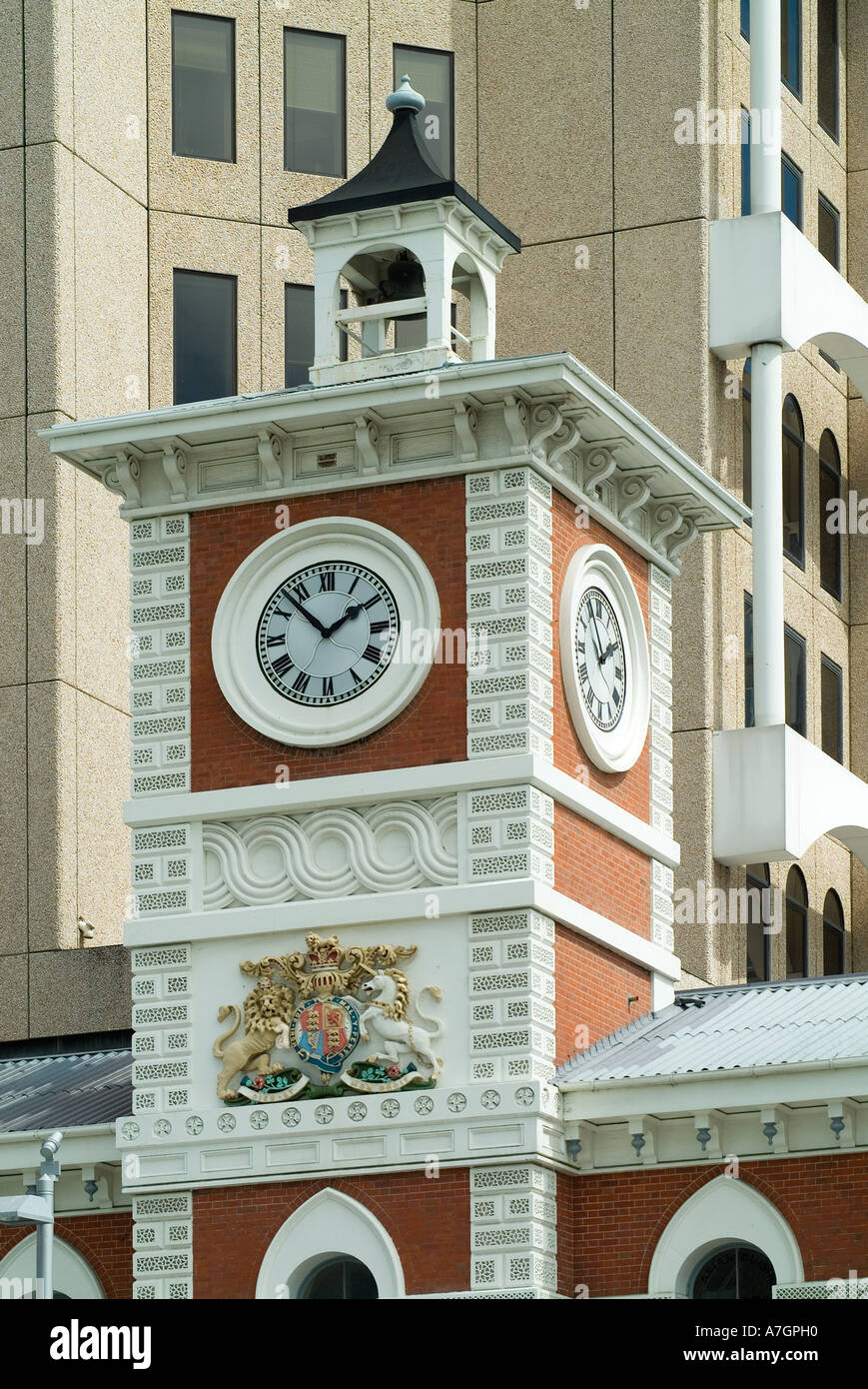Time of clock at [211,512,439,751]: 1:52
